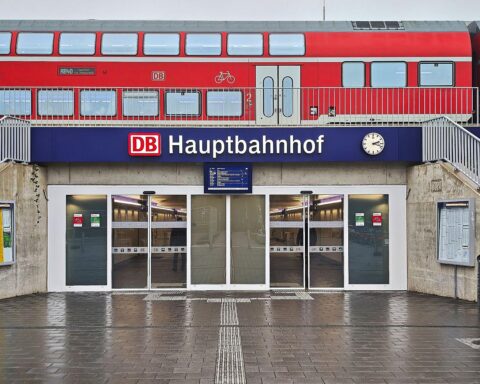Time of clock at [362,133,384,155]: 2:18
